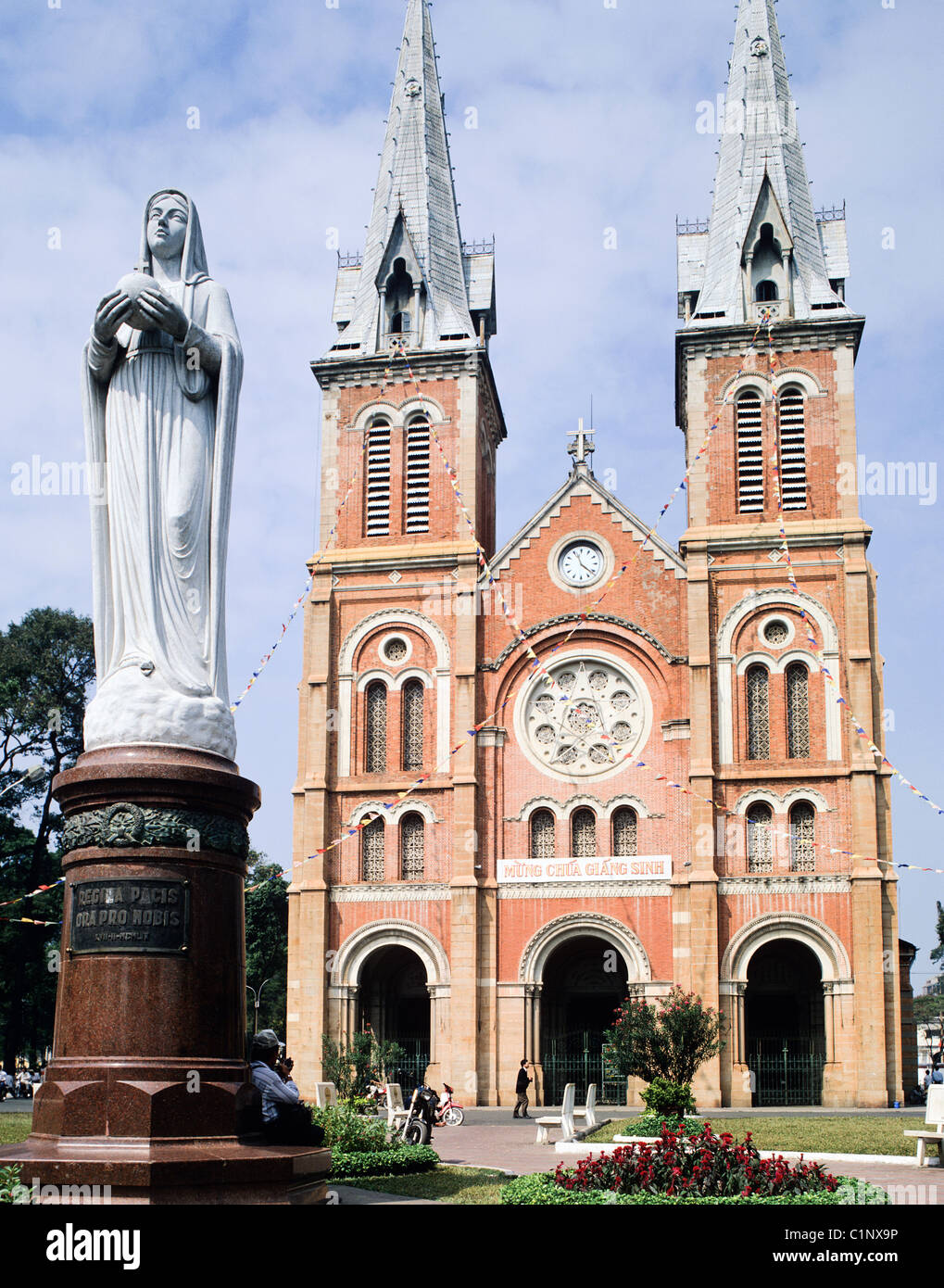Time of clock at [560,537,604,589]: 11:21
